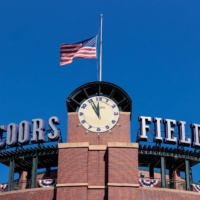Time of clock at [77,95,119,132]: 11:55
